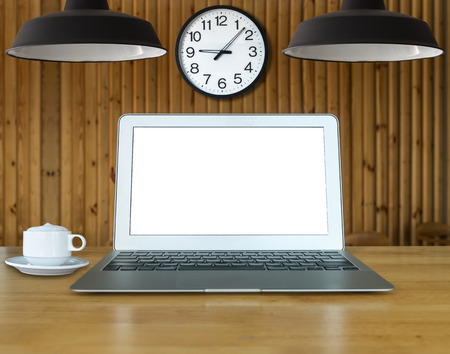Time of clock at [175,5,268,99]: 9:07
